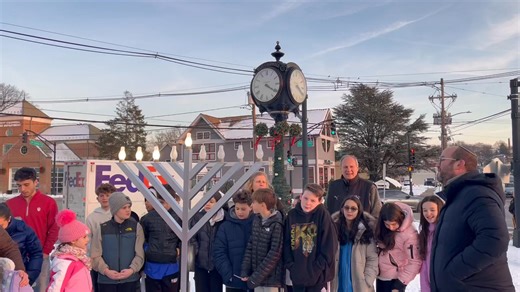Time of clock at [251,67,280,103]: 4:20
